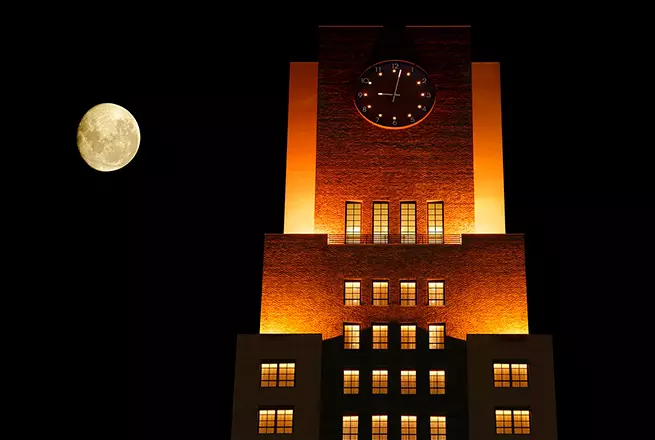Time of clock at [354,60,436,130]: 9:01
